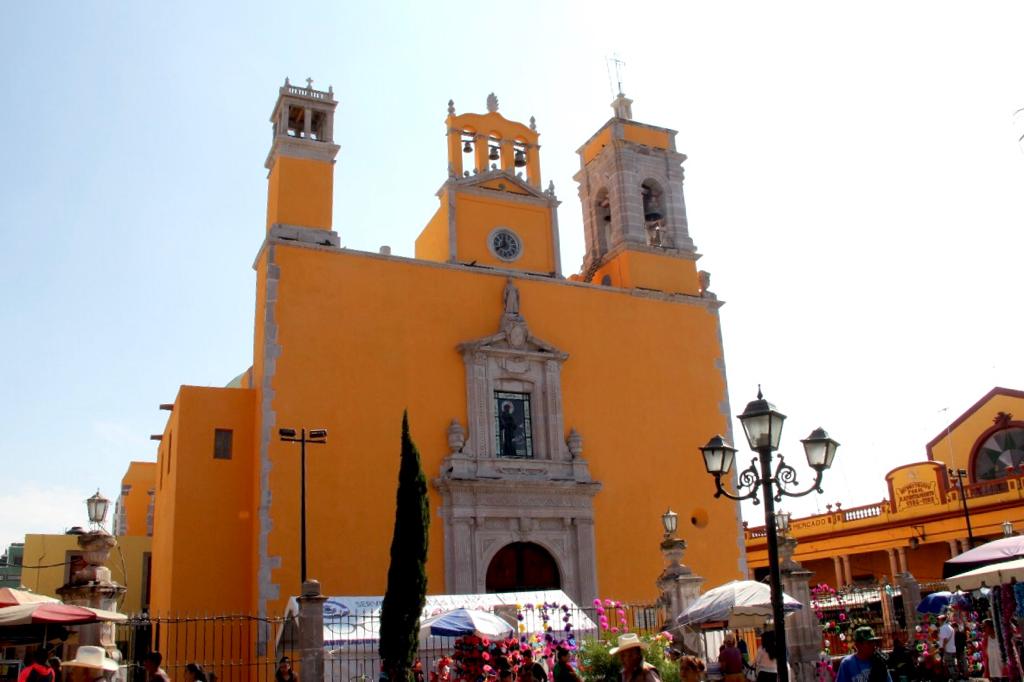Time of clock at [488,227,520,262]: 11:40
